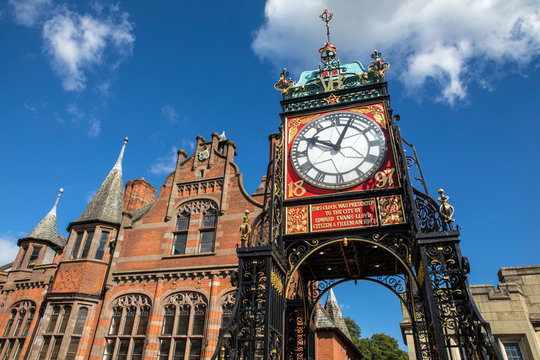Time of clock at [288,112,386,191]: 10:03
